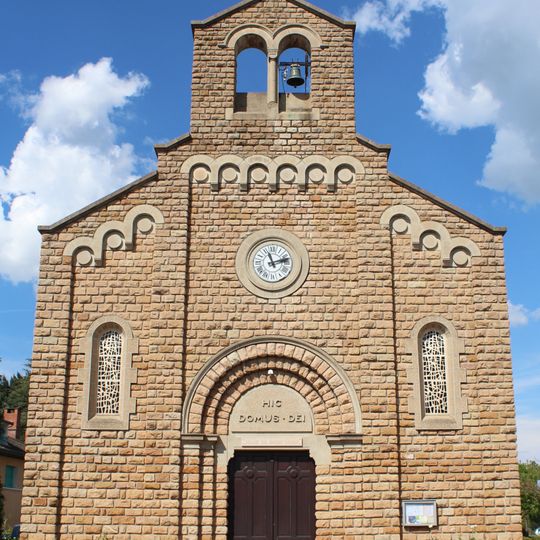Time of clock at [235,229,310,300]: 11:12
